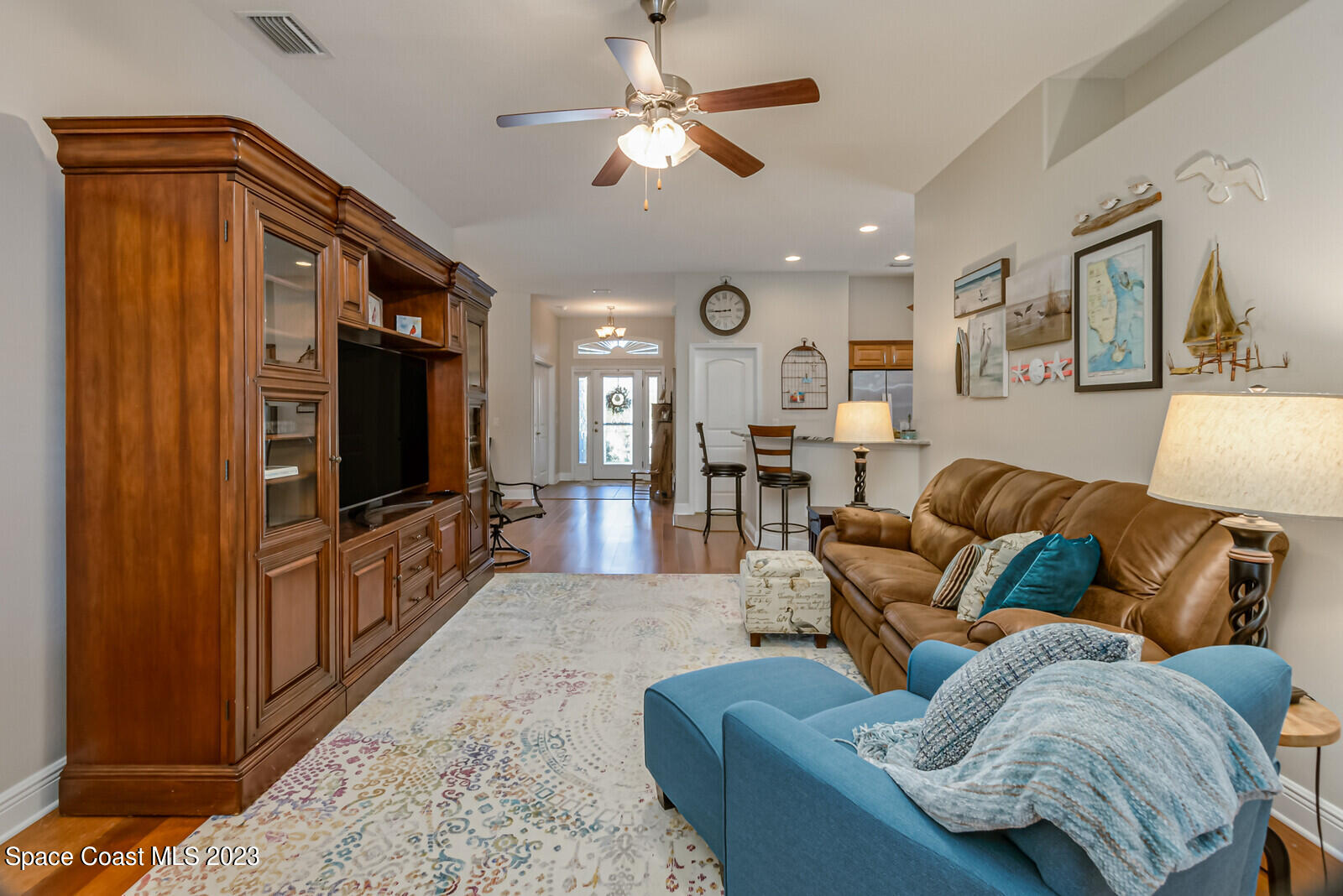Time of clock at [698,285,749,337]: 8:44
